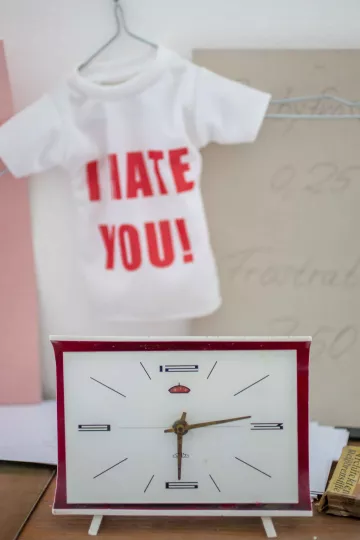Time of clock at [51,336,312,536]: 6:13
